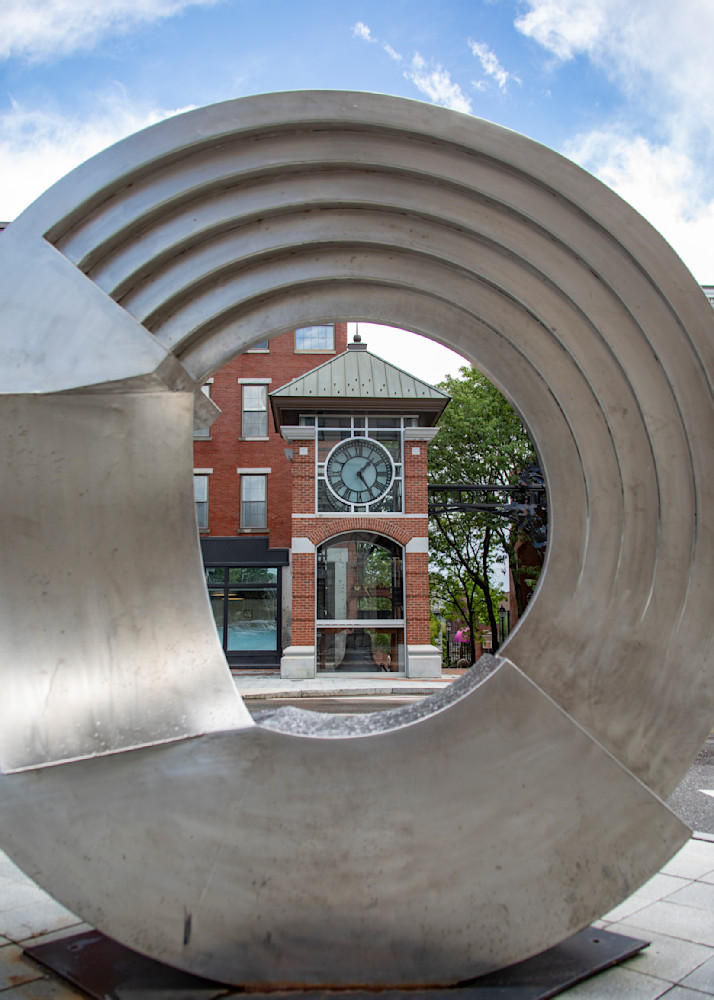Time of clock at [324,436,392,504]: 1:24
